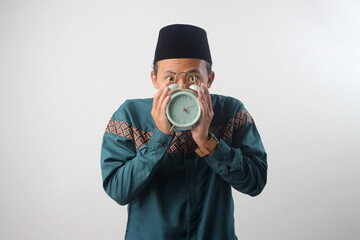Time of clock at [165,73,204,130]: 4:11
